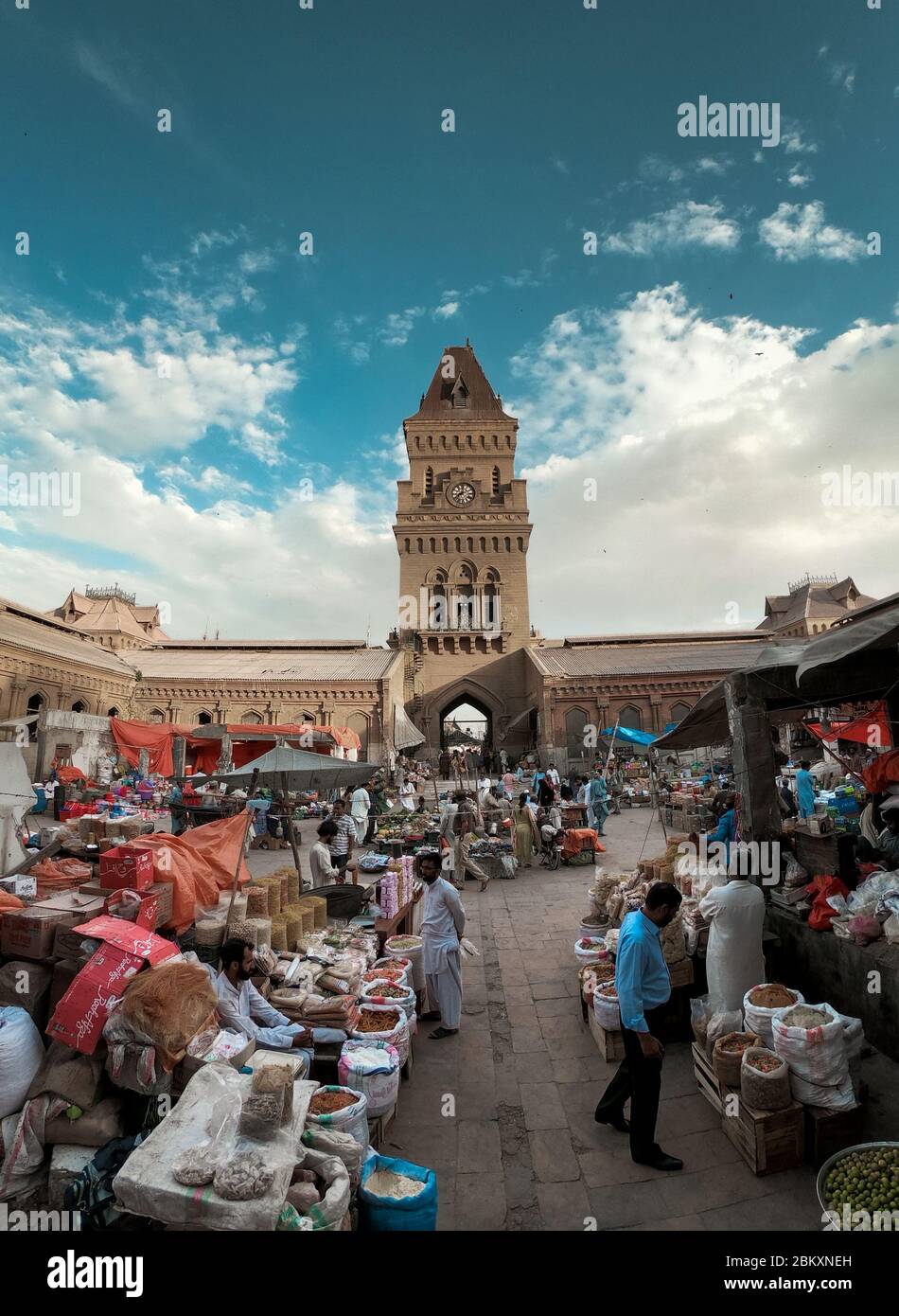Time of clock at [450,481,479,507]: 8:01
